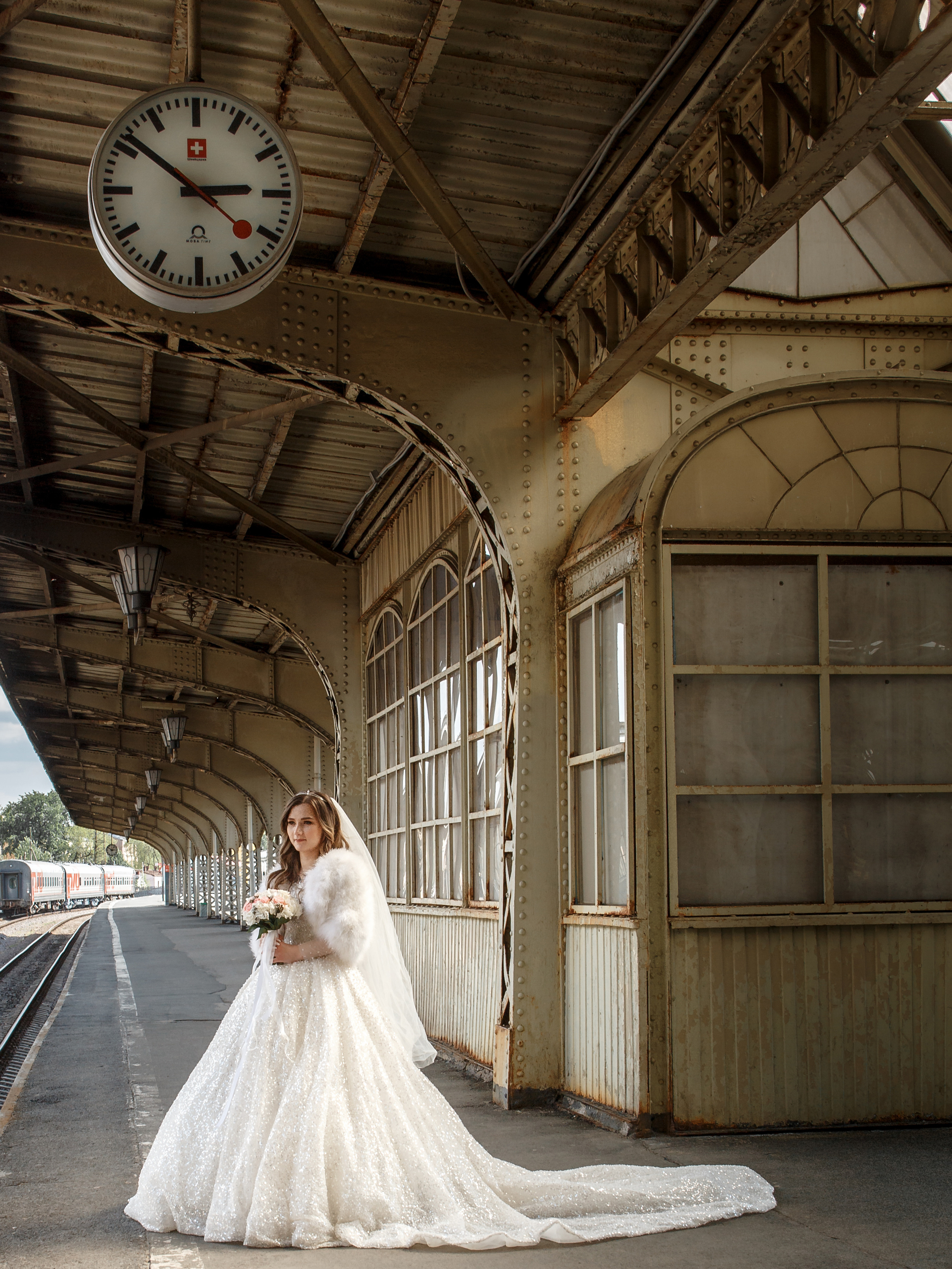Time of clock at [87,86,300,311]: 2:51
